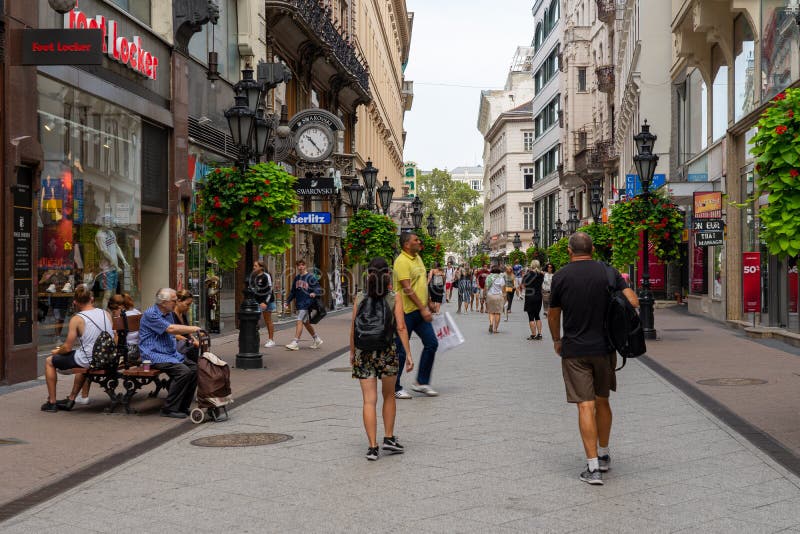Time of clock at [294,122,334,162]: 10:22
